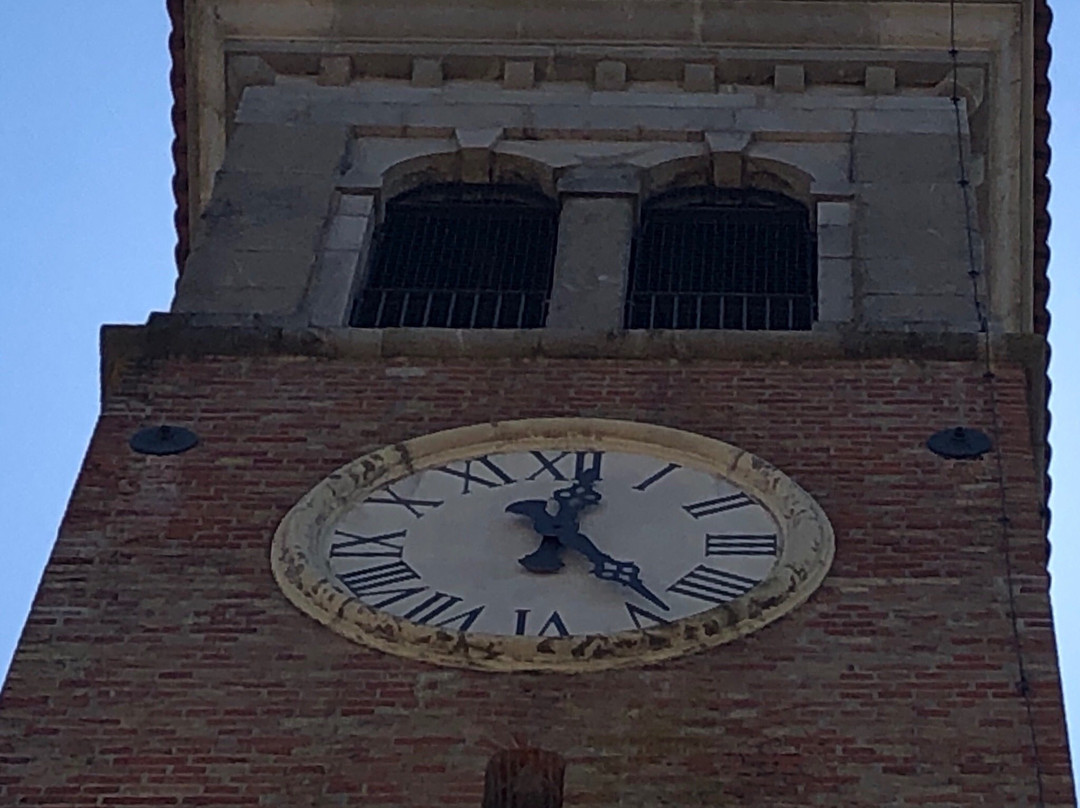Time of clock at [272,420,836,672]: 12:23
